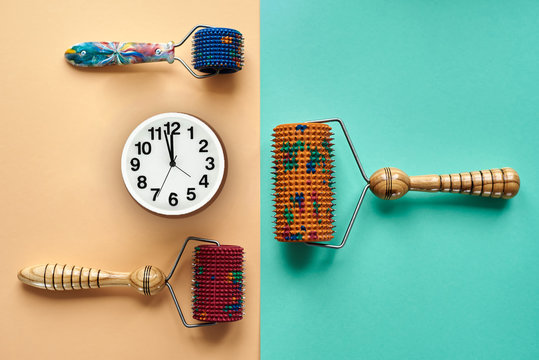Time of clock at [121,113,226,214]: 11:57
